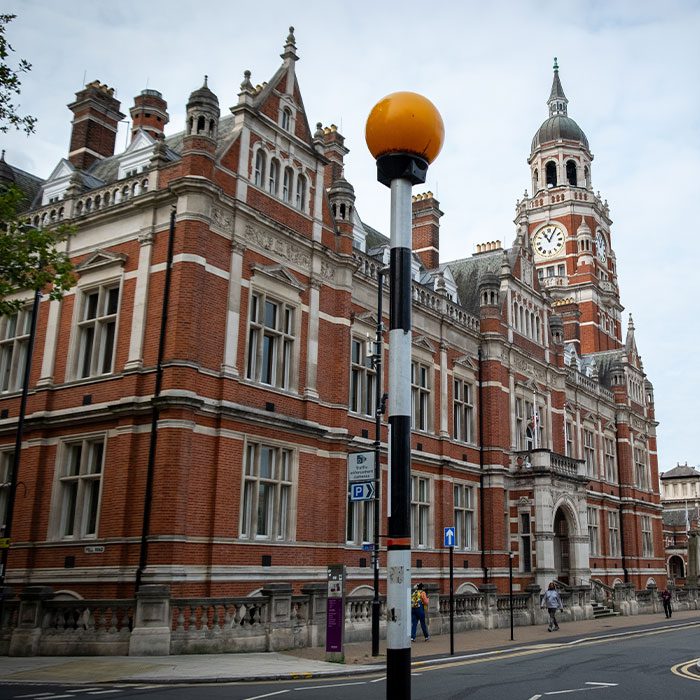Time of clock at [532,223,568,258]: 11:05
